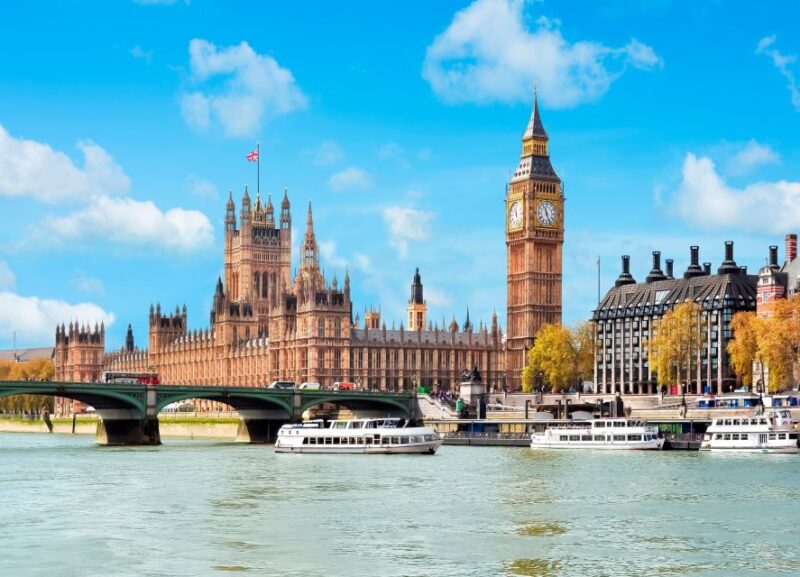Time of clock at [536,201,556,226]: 11:26
